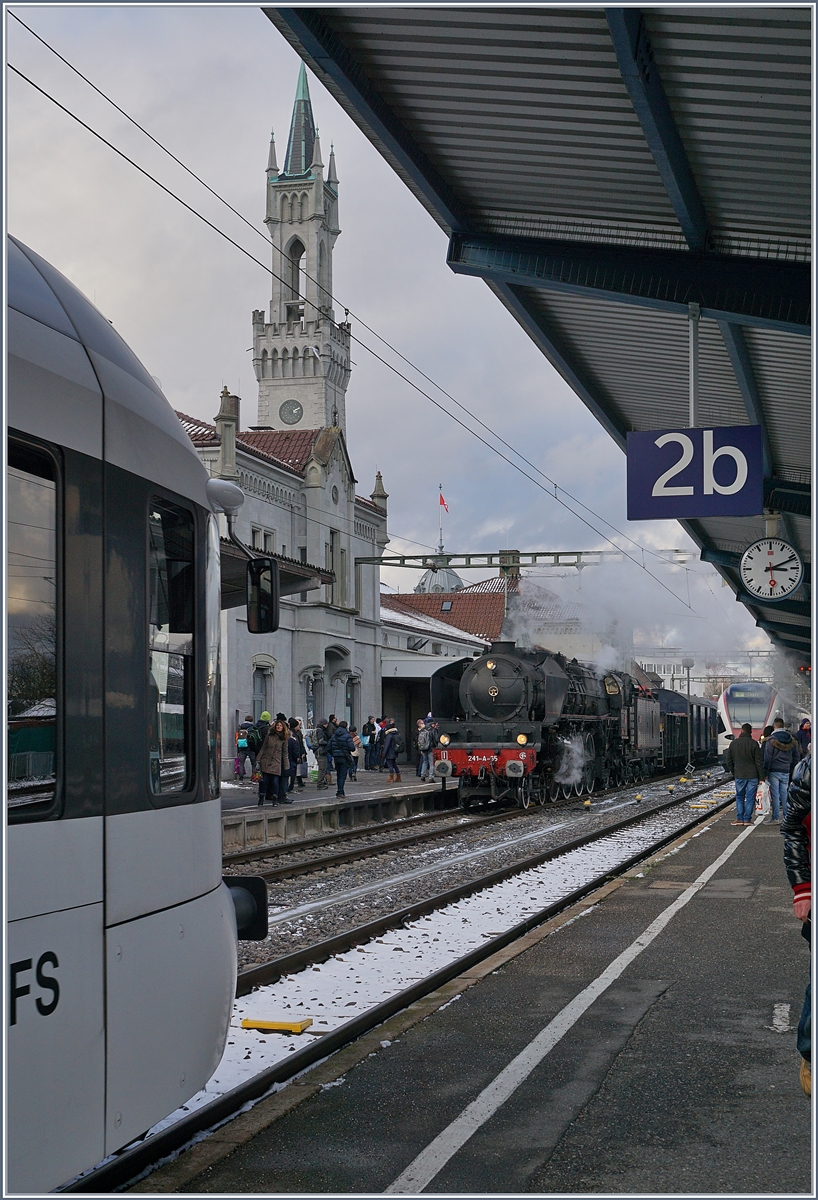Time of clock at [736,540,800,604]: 3:11
